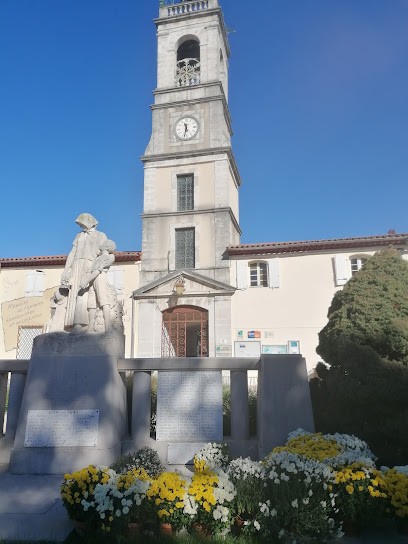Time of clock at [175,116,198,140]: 11:32
